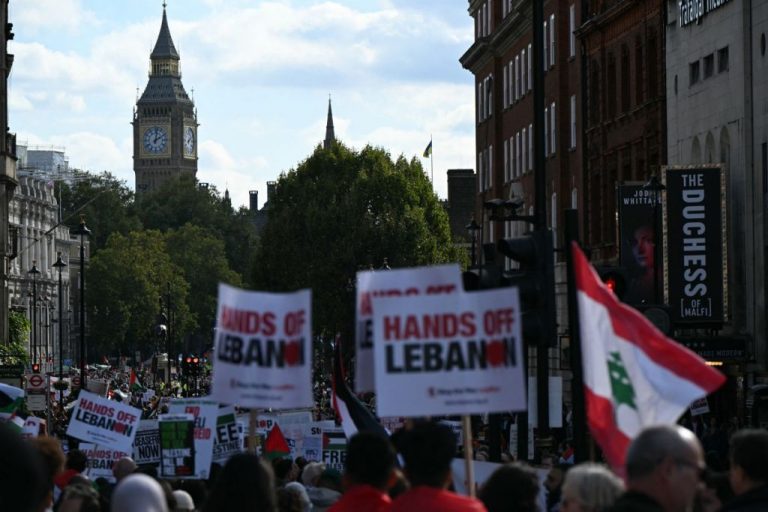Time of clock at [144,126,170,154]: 2:01
